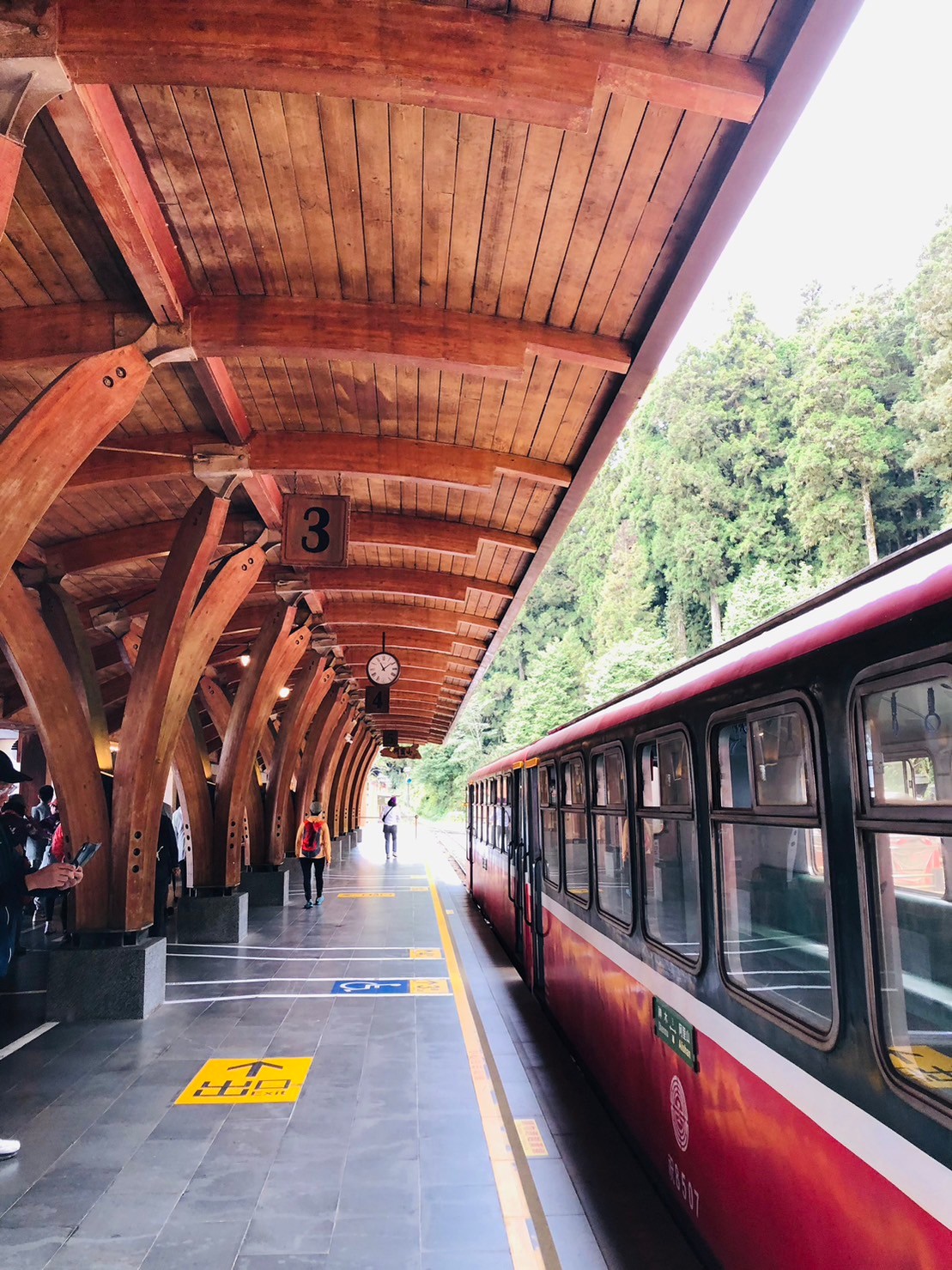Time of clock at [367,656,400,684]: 11:08
